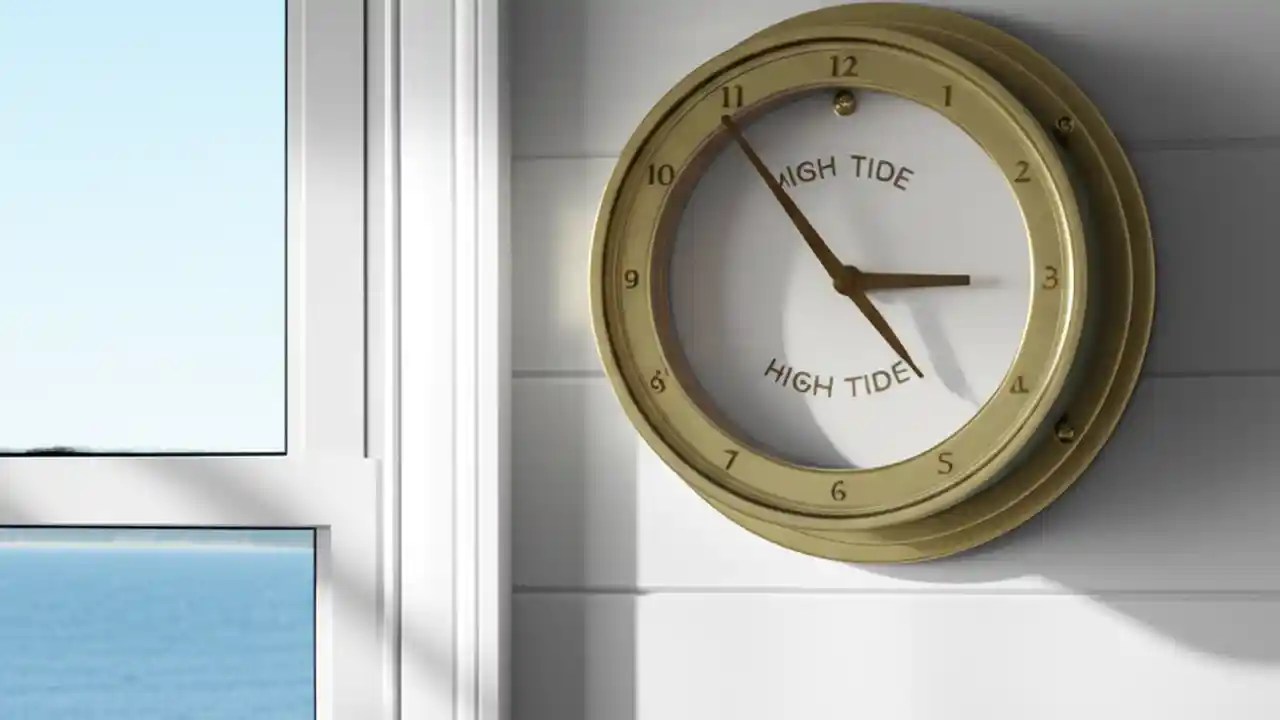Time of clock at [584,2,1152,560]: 2:53
